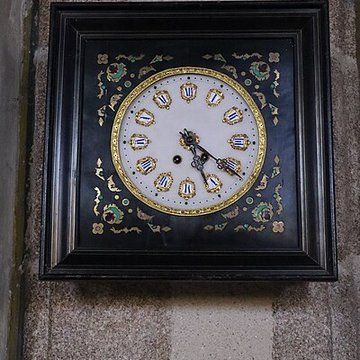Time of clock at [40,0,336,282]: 5:20
